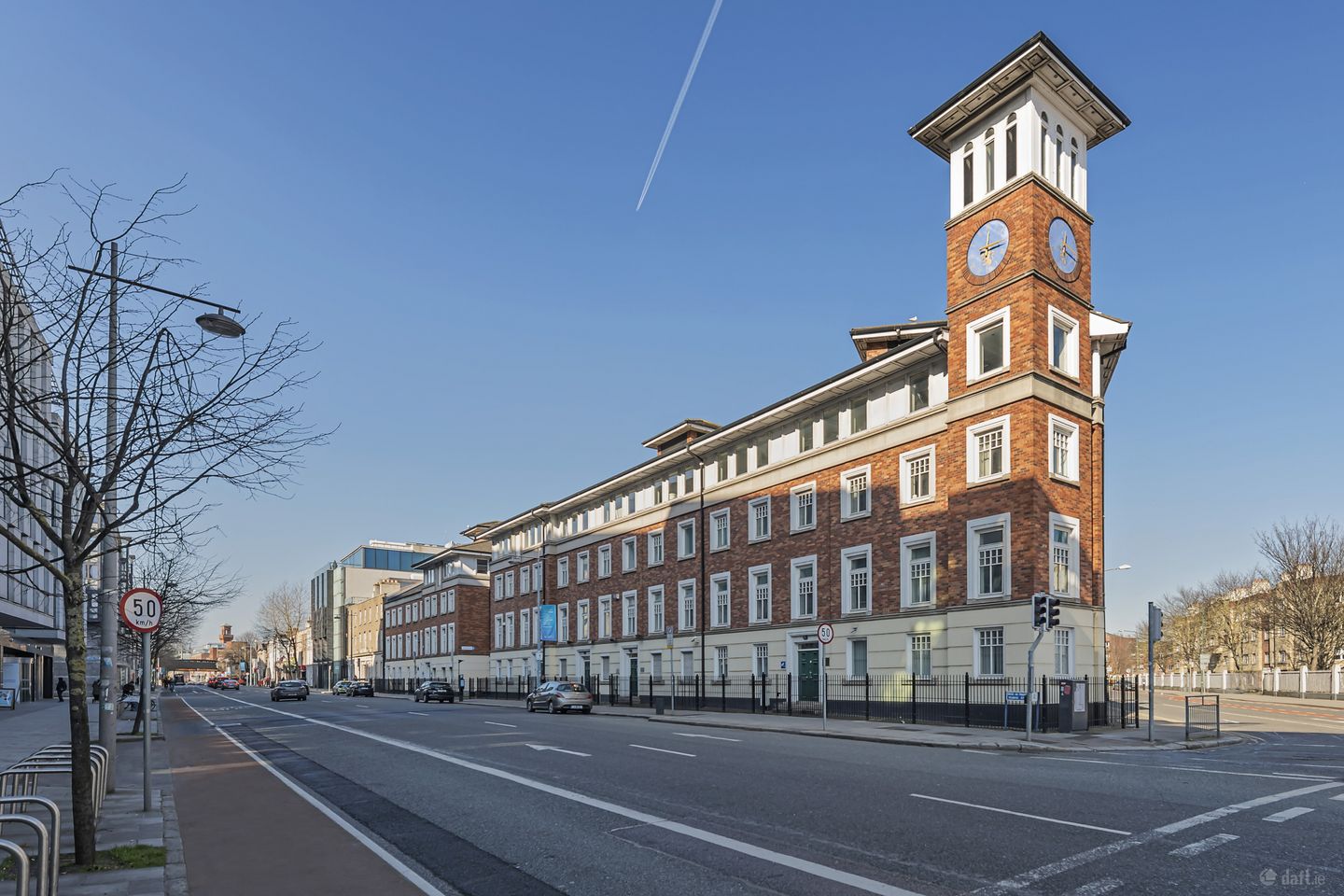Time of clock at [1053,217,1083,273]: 12:19
